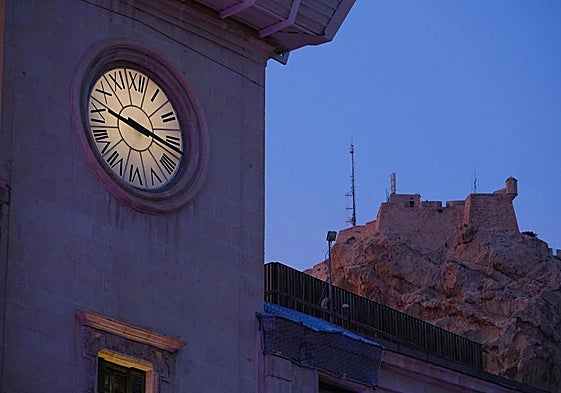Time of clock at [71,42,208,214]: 9:16
